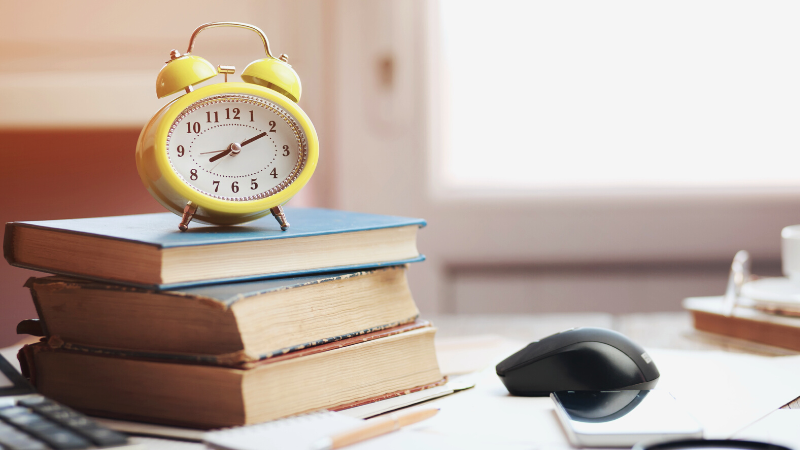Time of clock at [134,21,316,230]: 8:10
